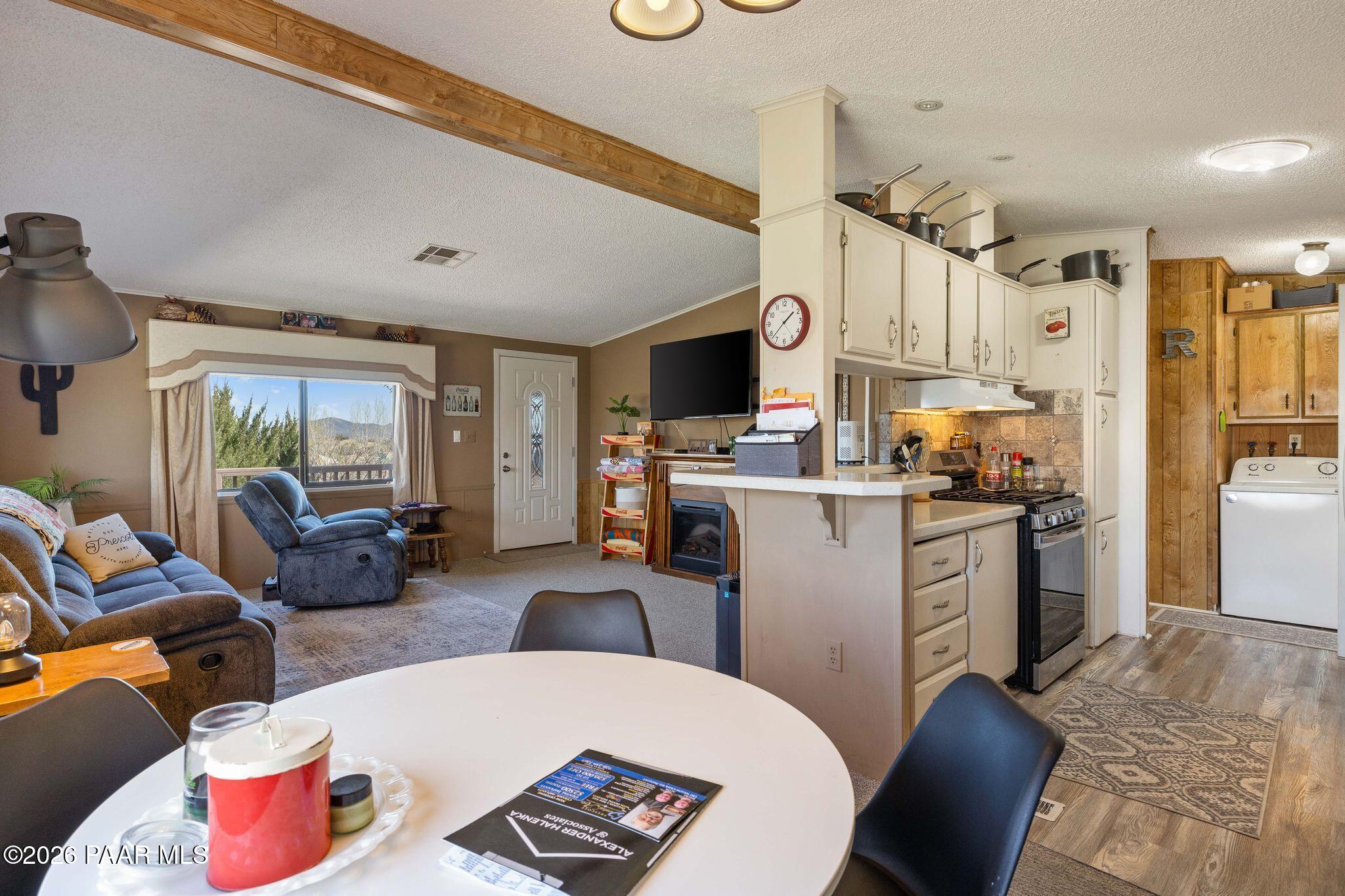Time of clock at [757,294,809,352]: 1:37
